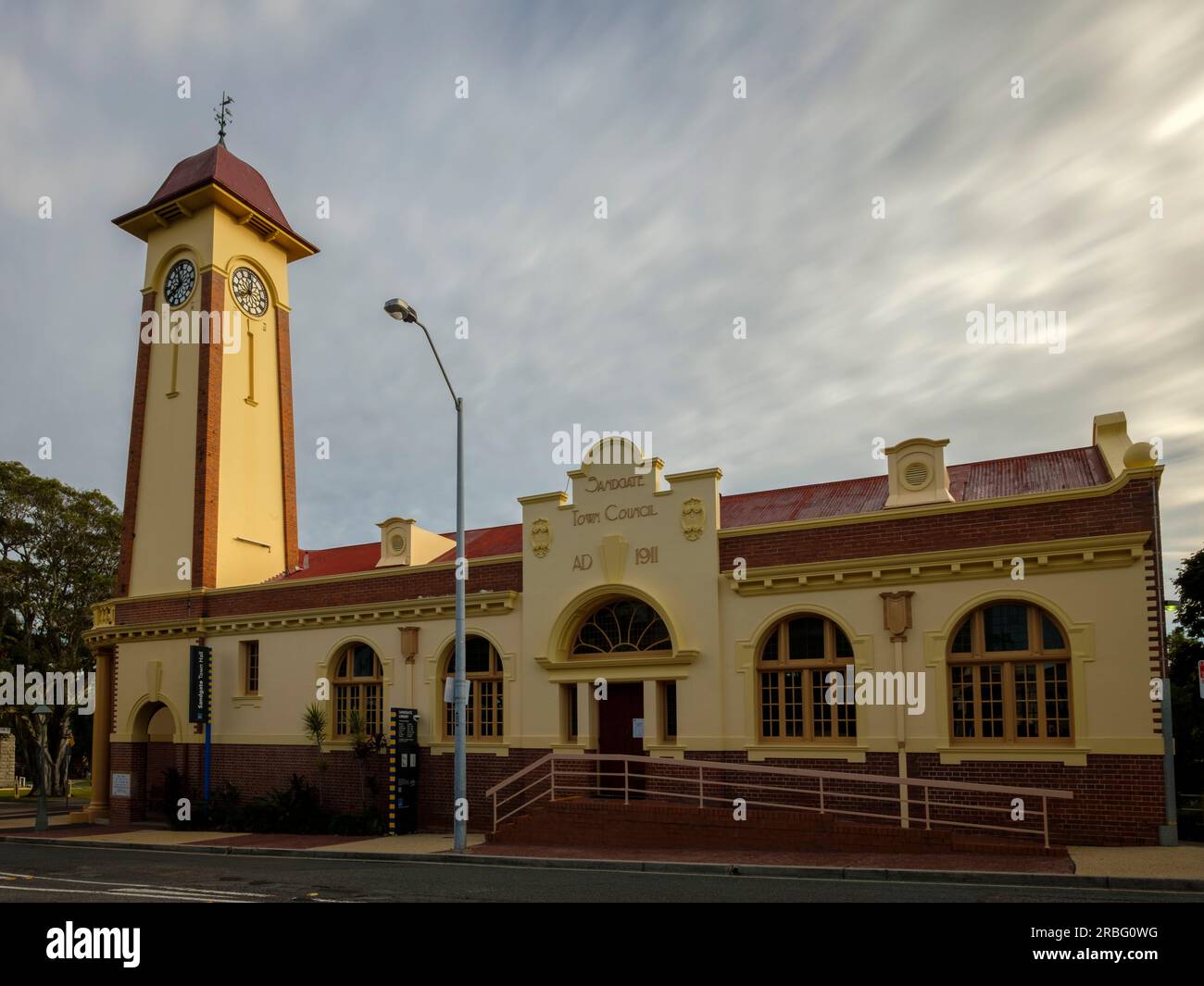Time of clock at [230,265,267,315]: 8:01
